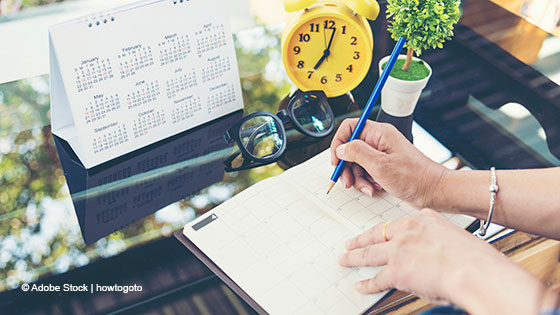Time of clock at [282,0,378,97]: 7:02
